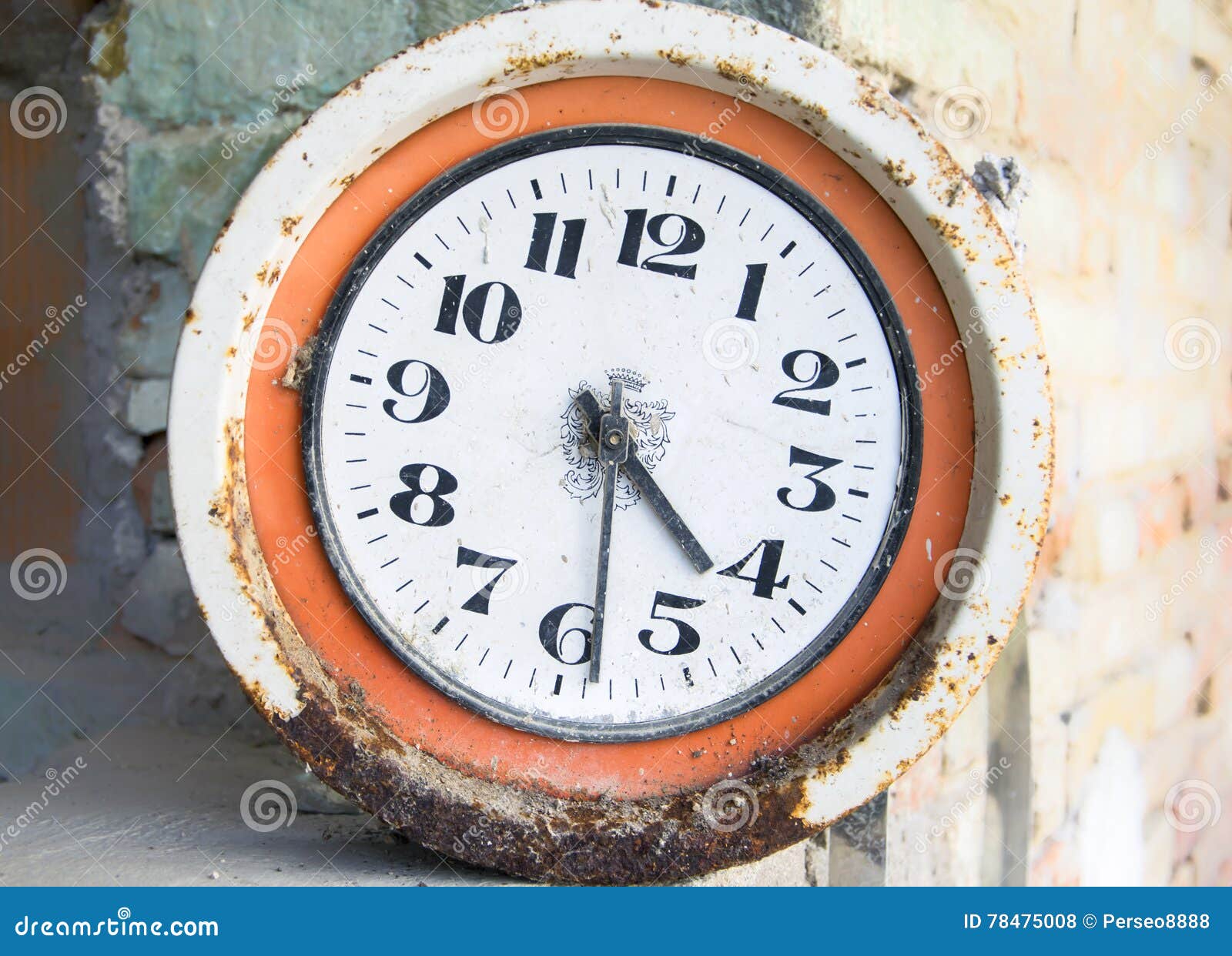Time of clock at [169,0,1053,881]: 4:28
